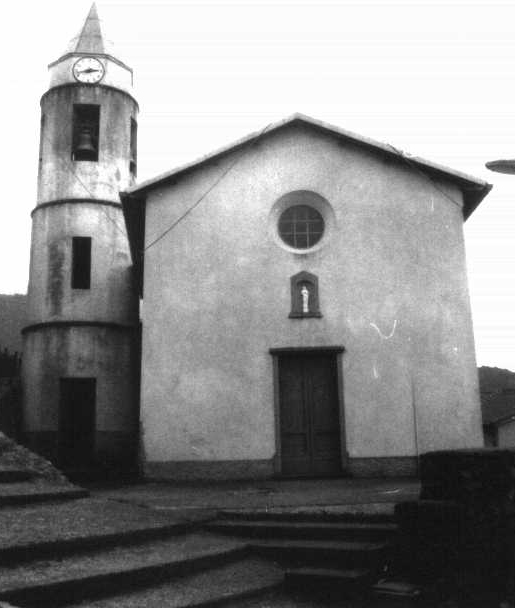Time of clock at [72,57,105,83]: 2:42
